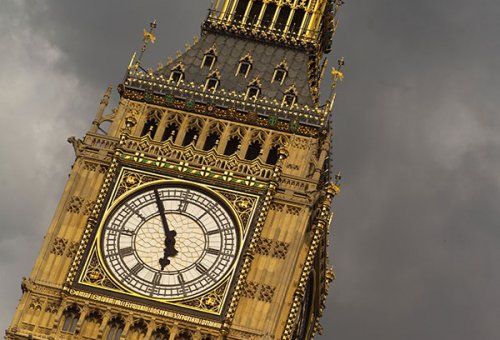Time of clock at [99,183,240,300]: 5:54
